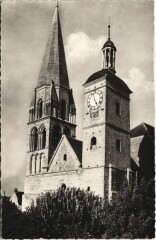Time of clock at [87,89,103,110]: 4:57
